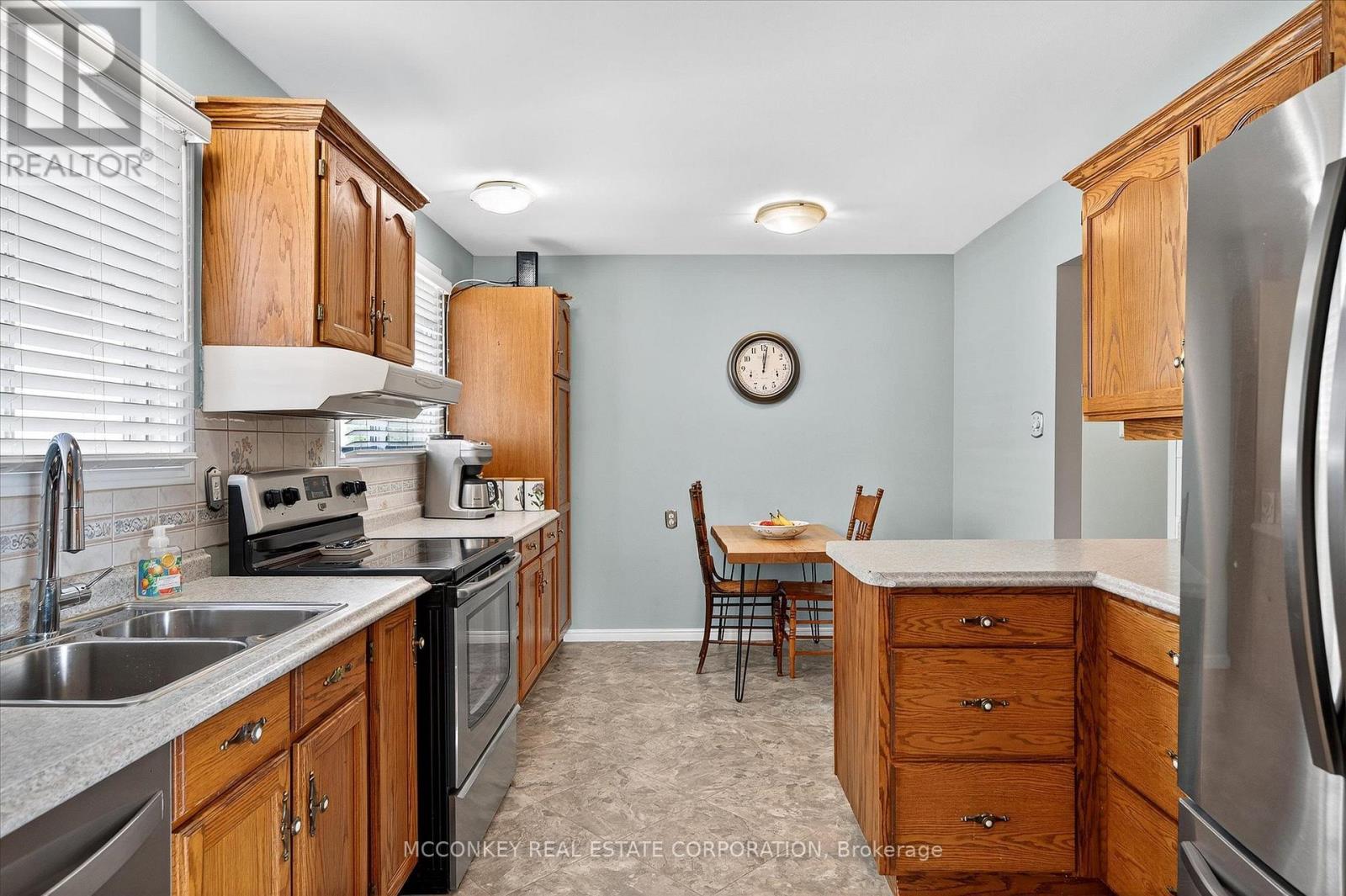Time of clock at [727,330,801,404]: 12:01
